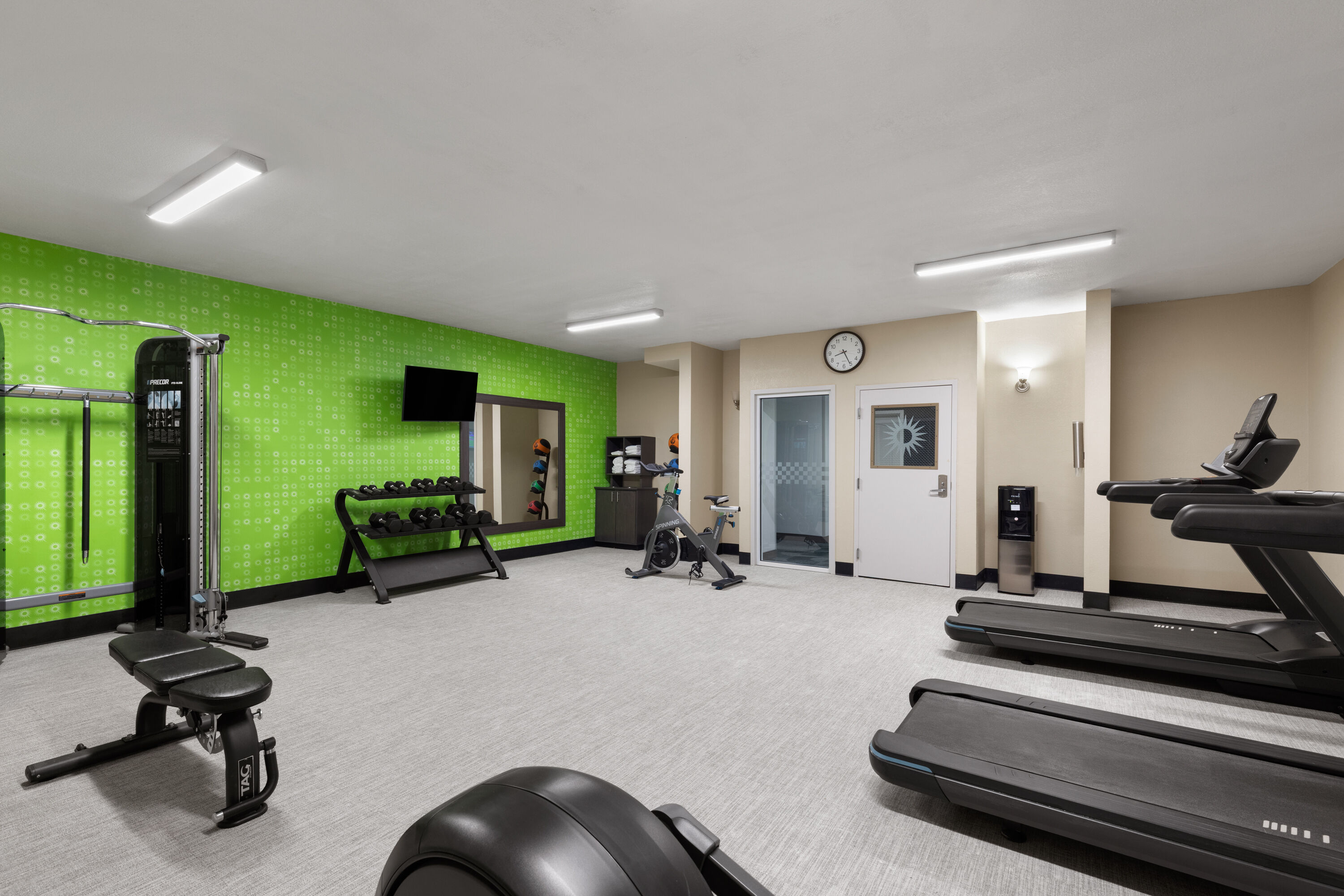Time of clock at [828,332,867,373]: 8:25
